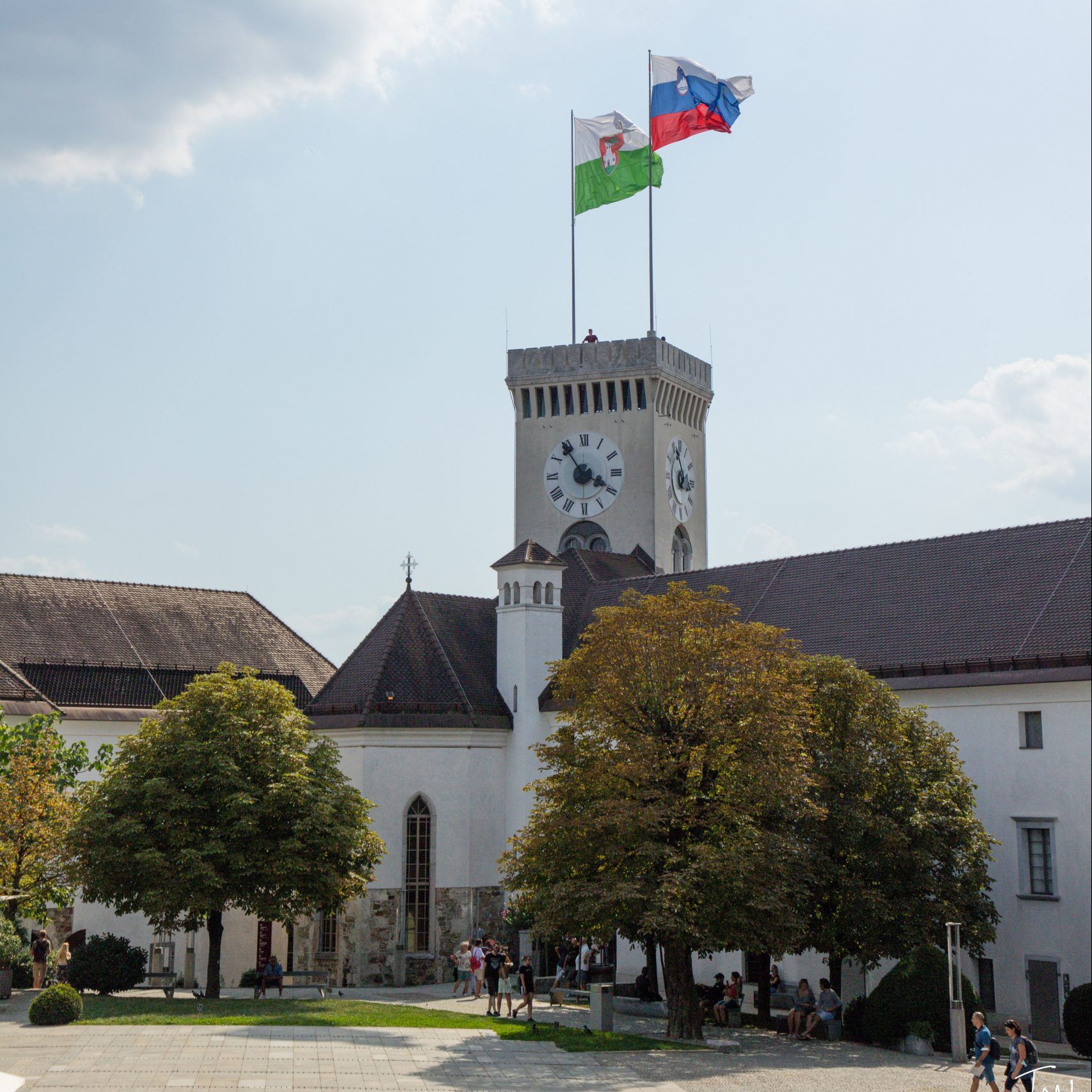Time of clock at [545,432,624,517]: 3:54
